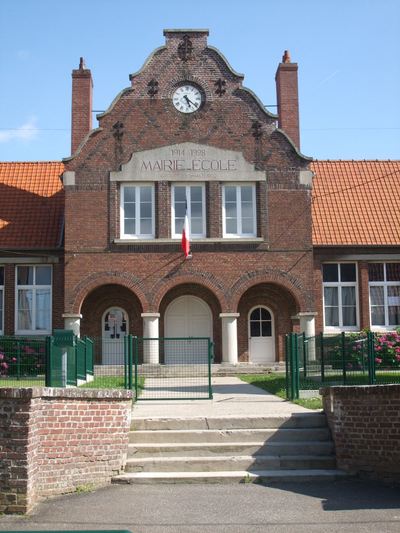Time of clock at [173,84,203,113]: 5:21
